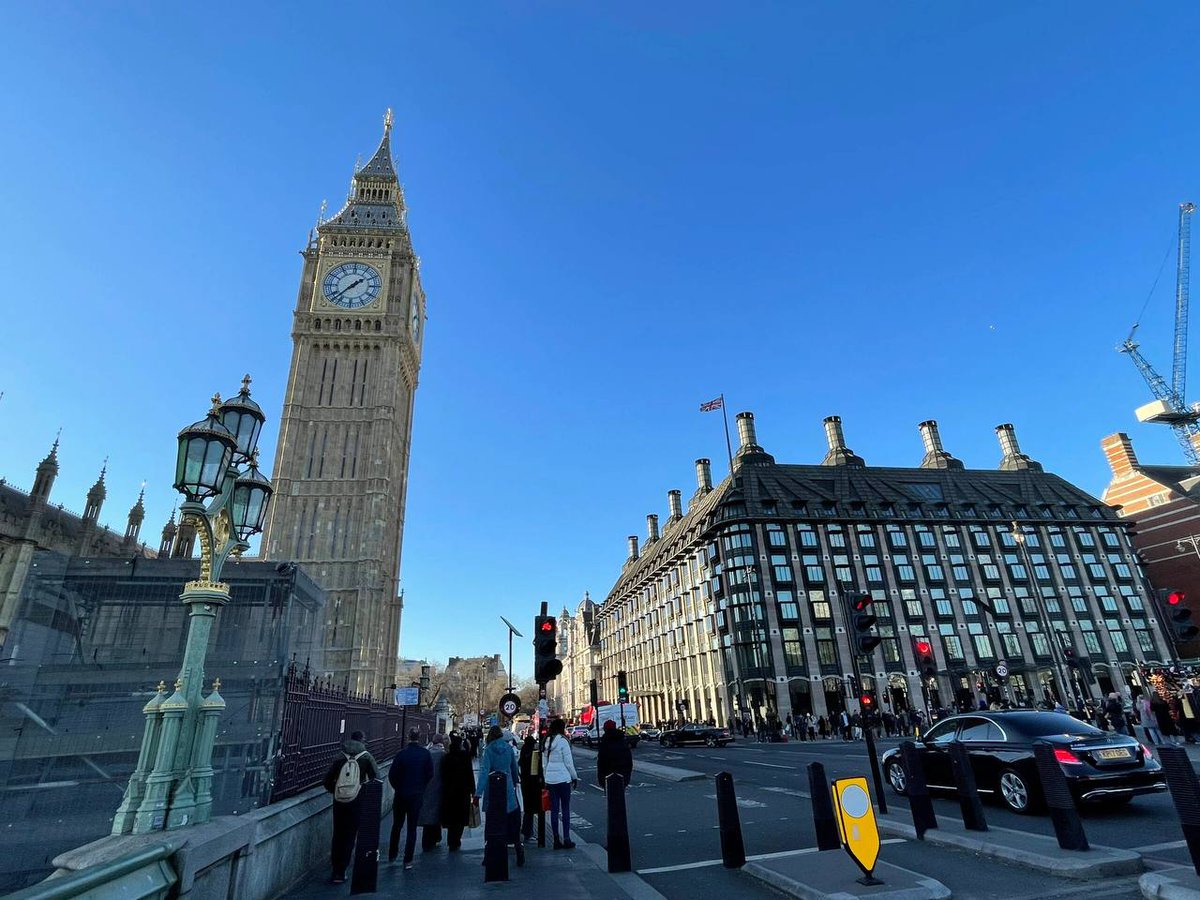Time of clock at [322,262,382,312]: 1:37
